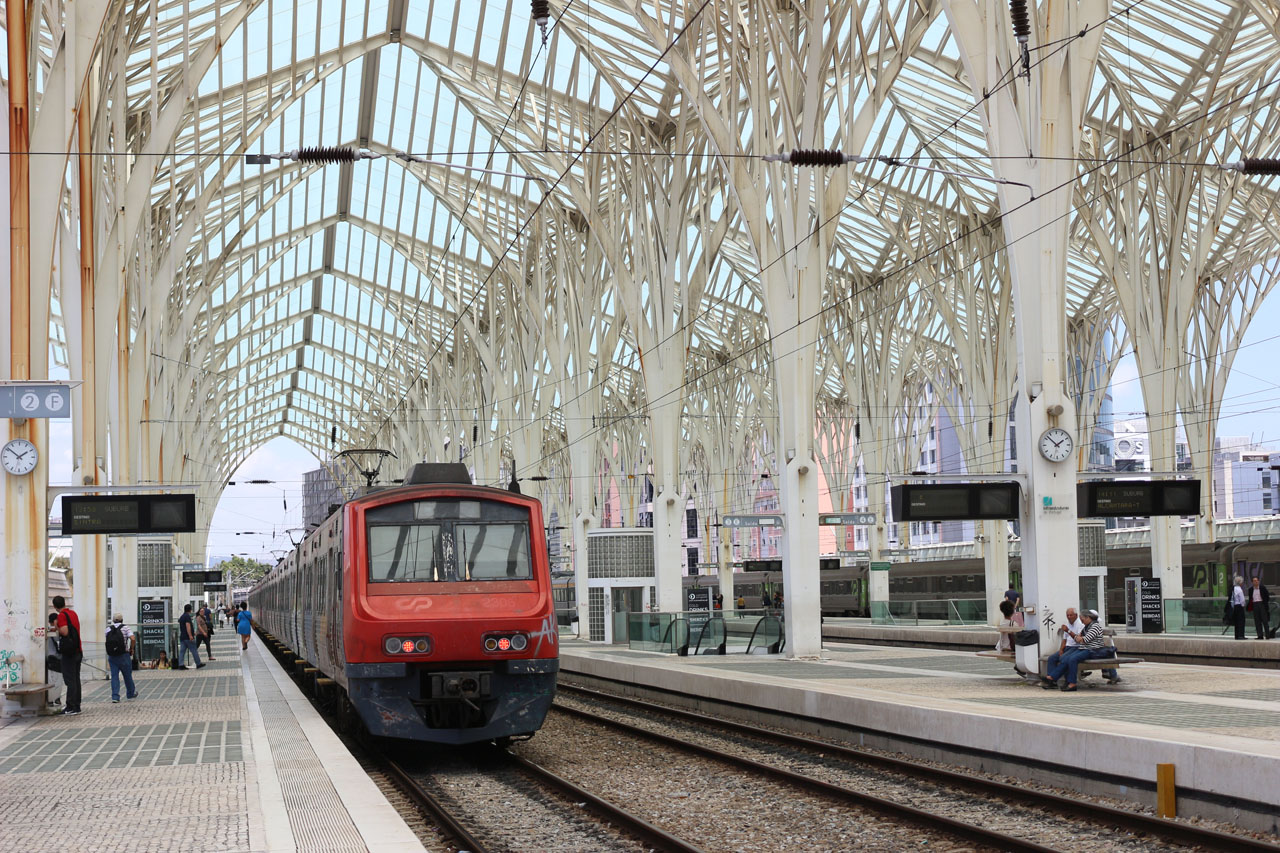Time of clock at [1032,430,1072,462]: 1:52
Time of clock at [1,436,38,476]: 1:51
